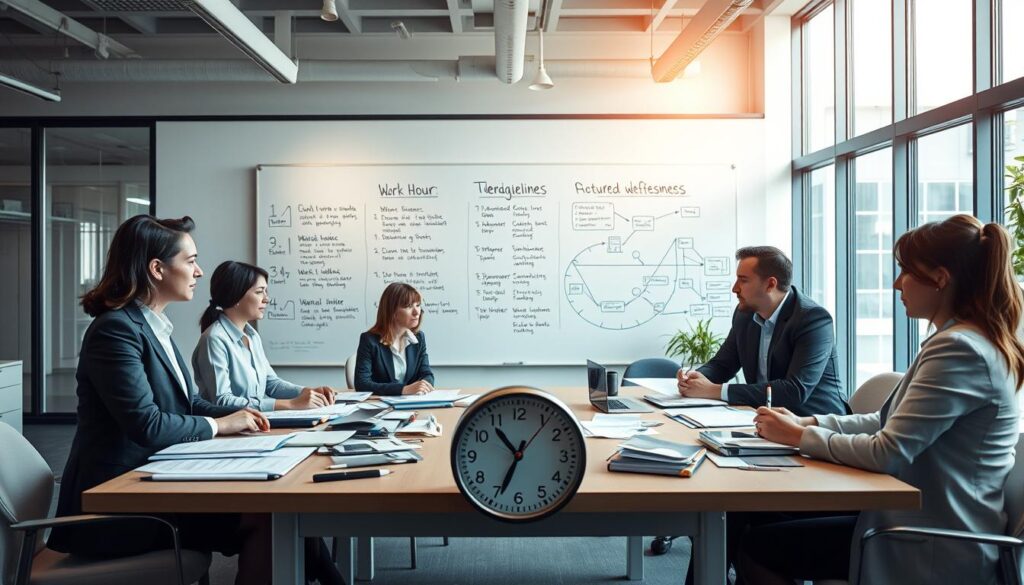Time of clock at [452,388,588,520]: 10:34
